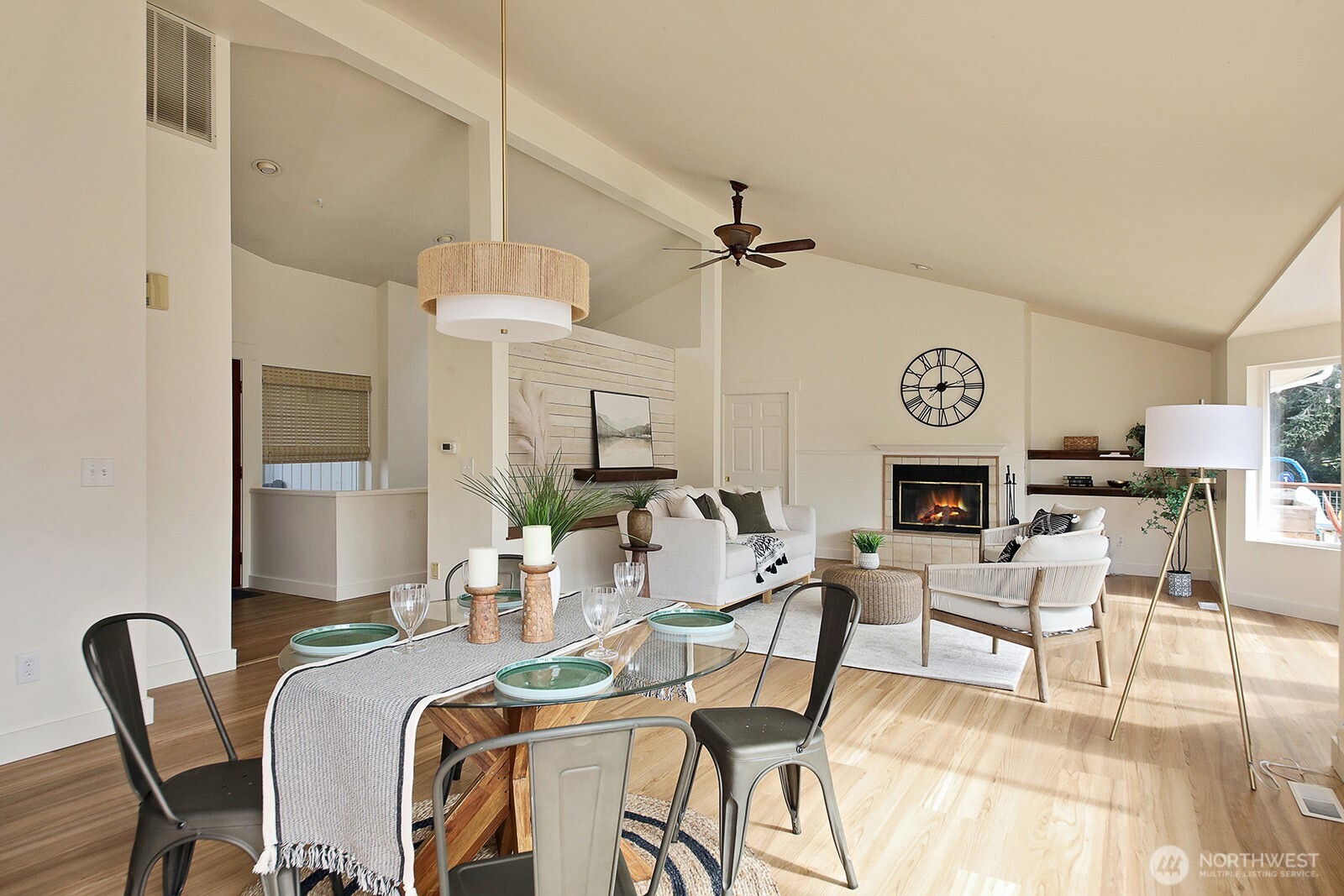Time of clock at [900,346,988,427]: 2:59
